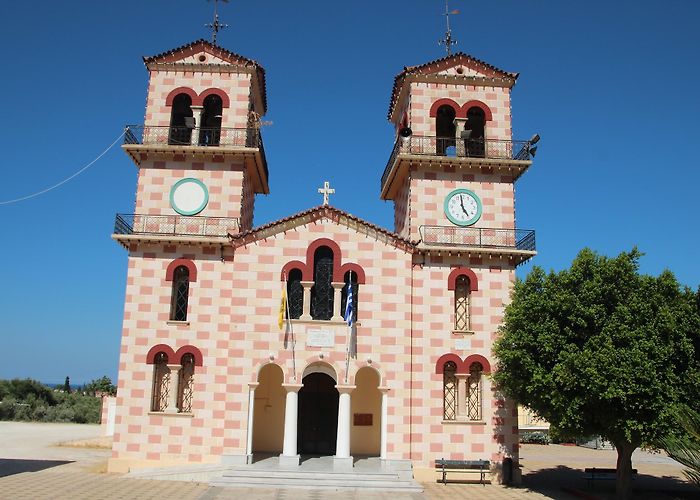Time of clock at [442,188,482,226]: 4:58
